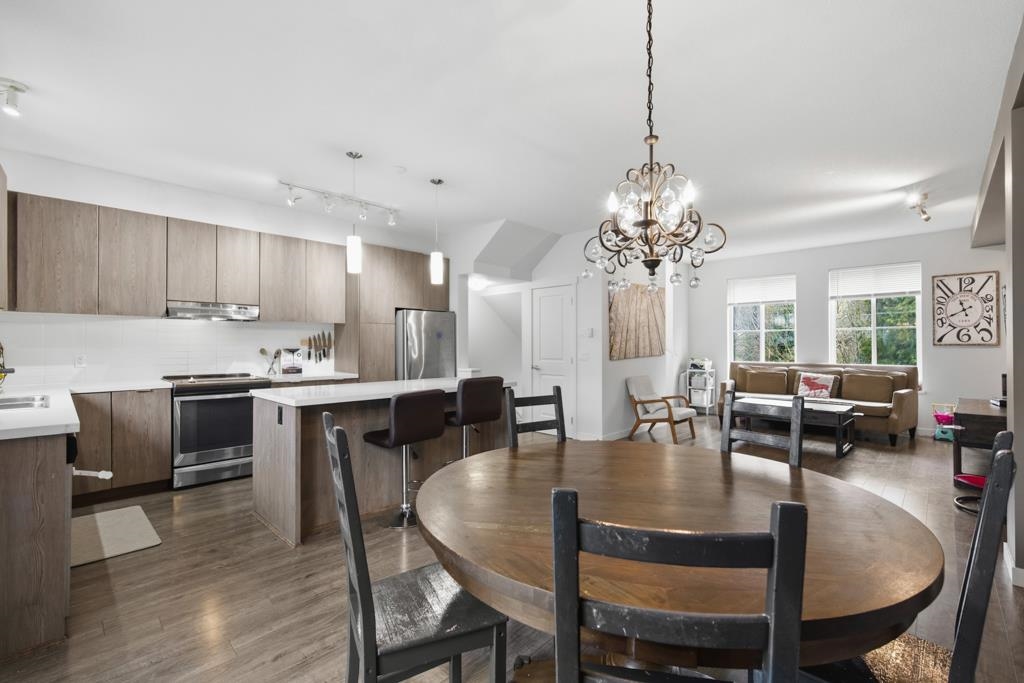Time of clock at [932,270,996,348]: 10:41
